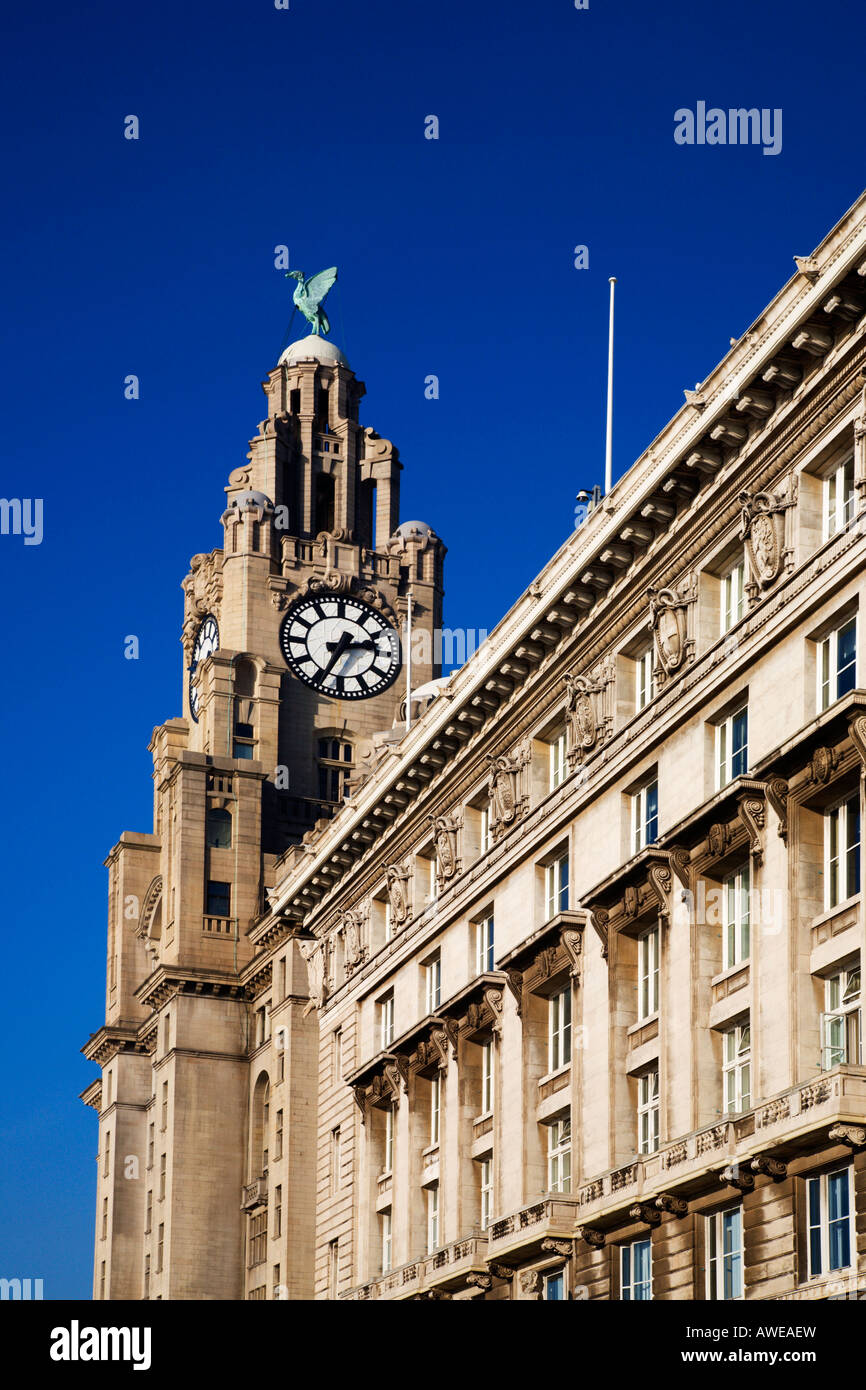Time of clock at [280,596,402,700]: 2:34
